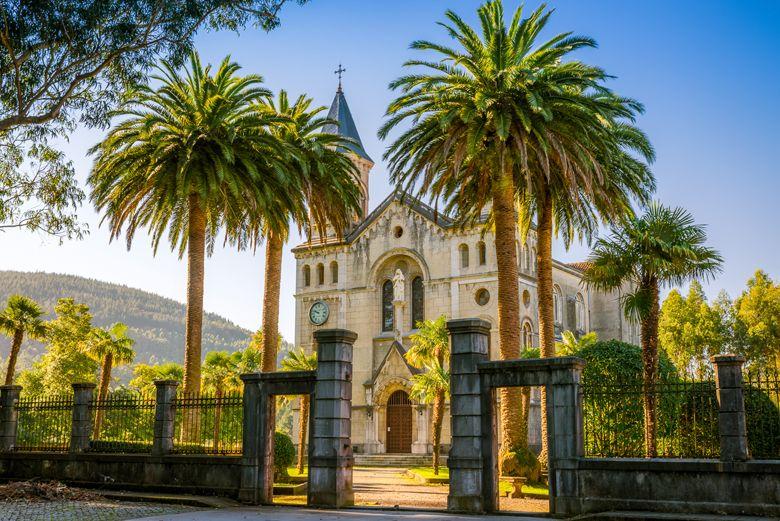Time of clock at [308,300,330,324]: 9:47
